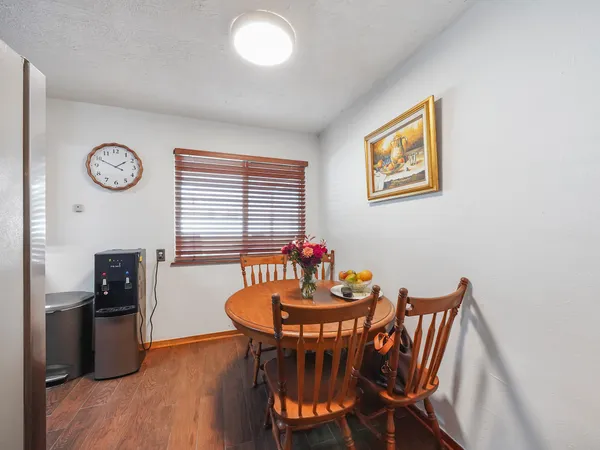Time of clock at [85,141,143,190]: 1:49
